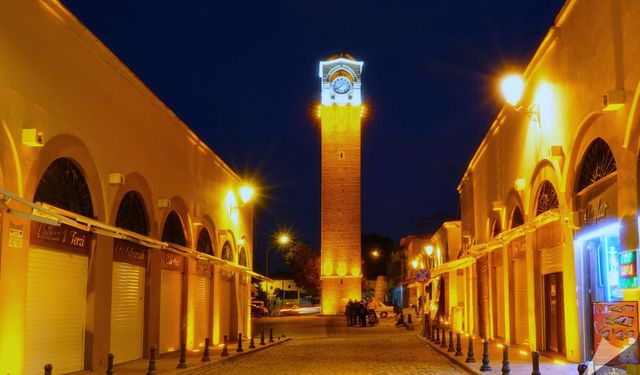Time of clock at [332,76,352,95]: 7:38
